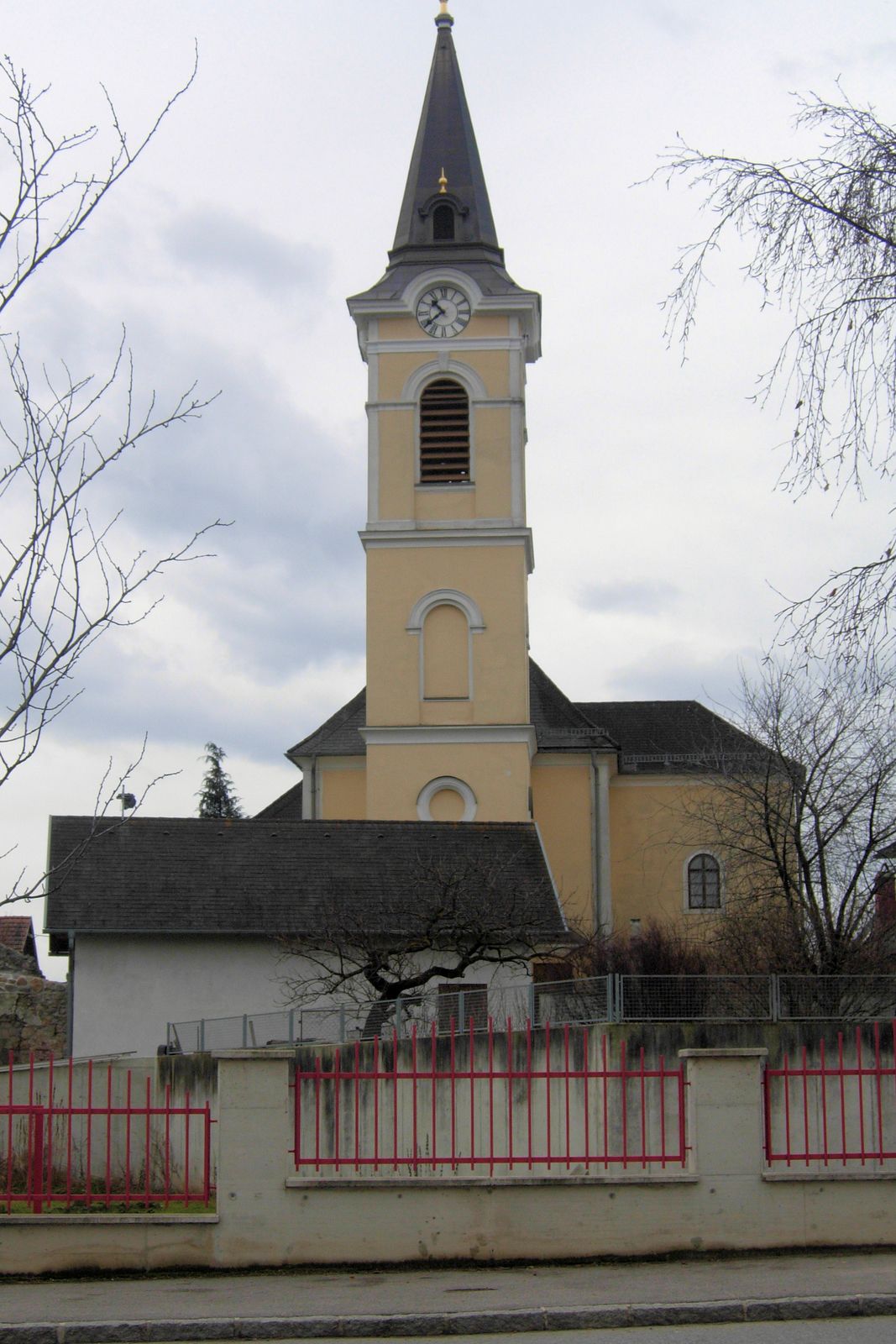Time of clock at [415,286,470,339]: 10:38
